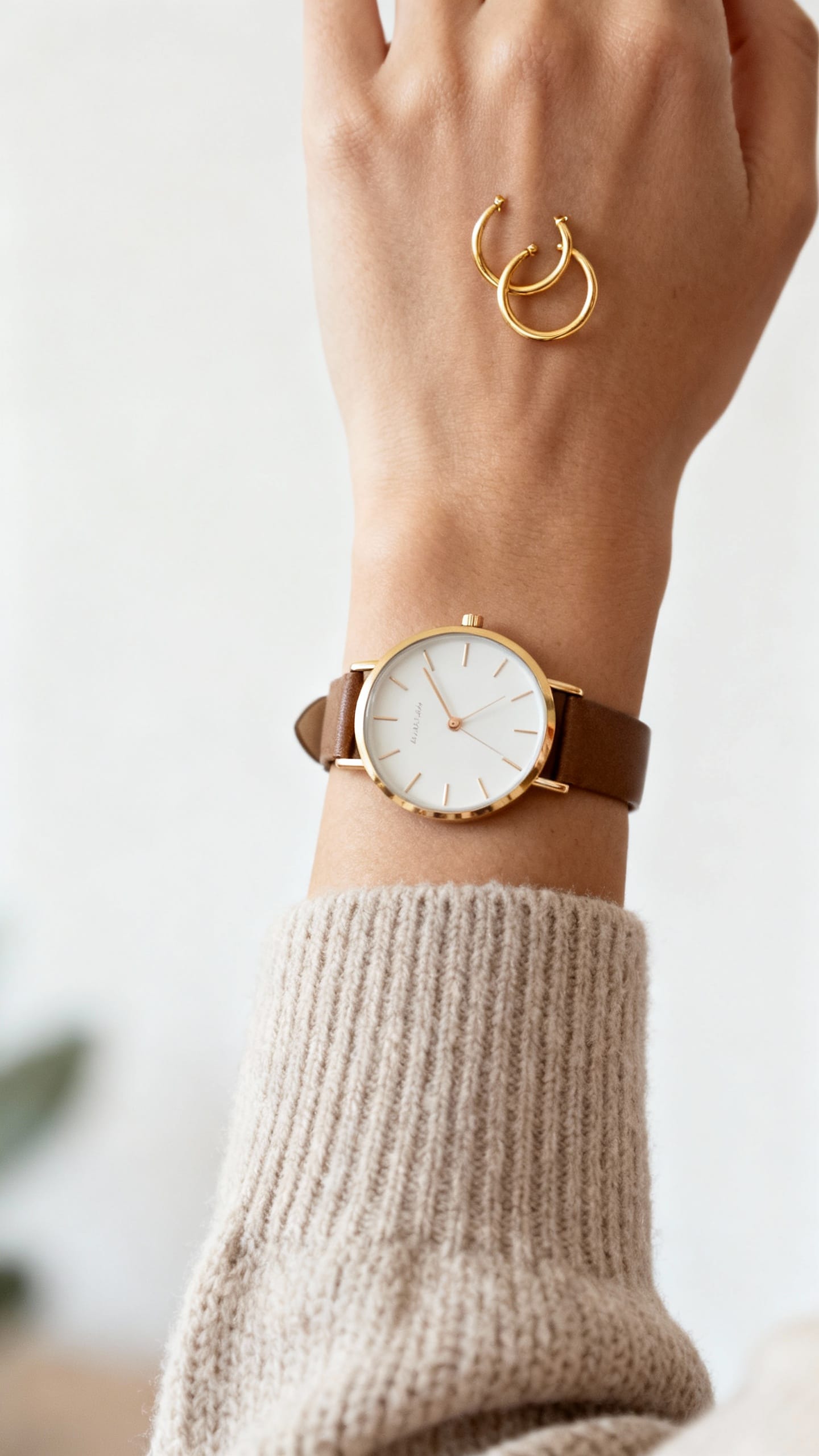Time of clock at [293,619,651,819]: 1:54
